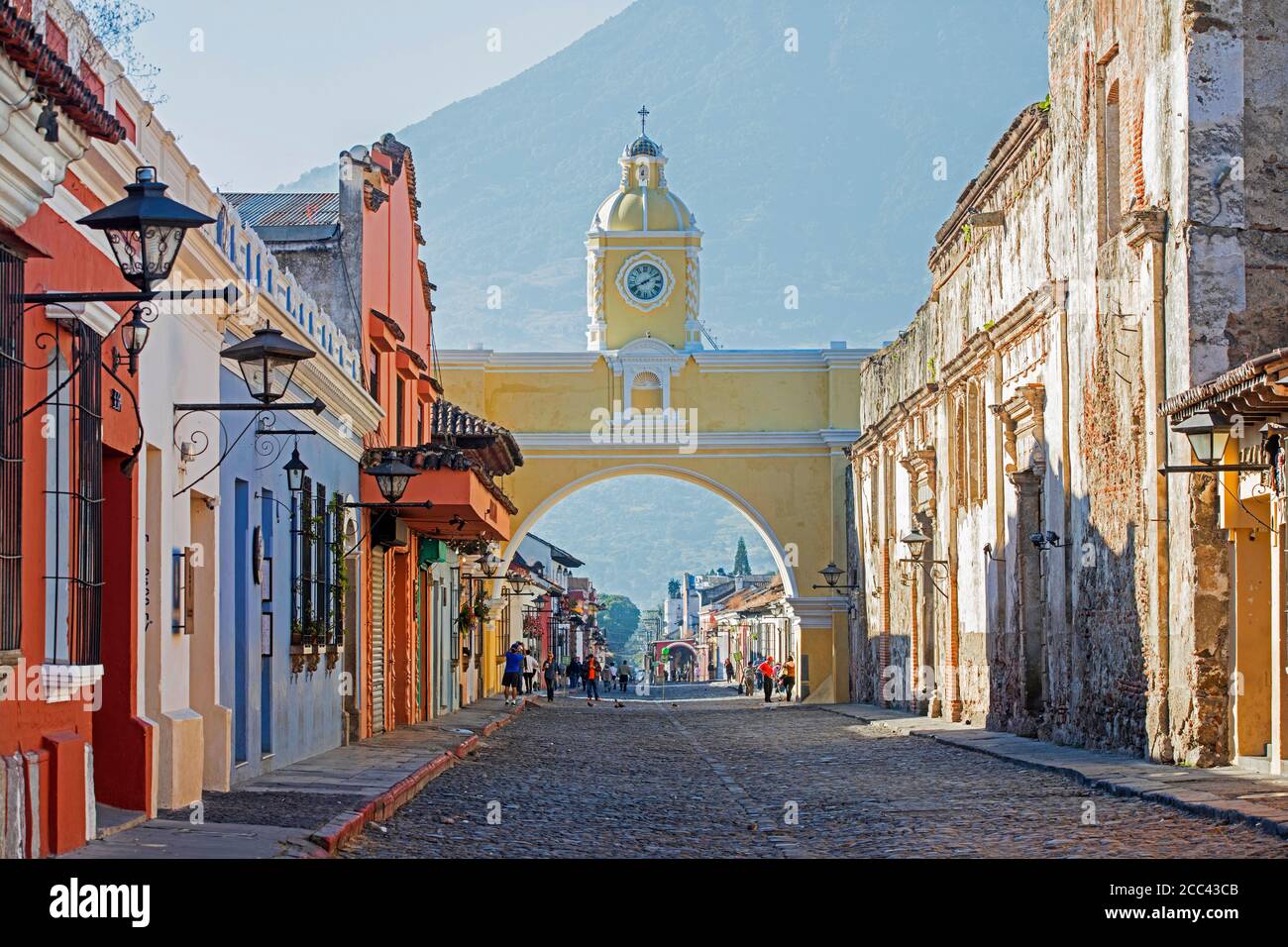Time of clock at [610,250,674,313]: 8:09
